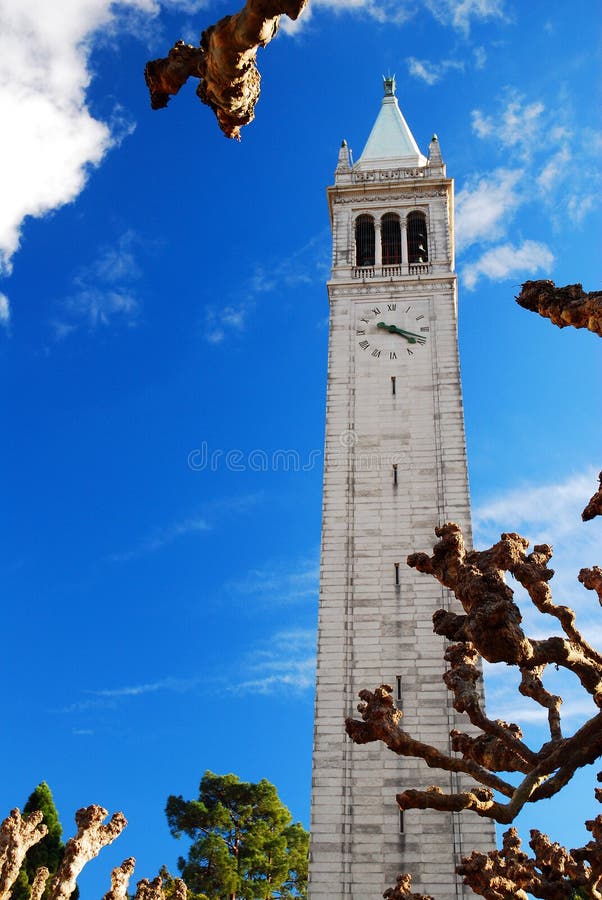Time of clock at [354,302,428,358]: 4:18
